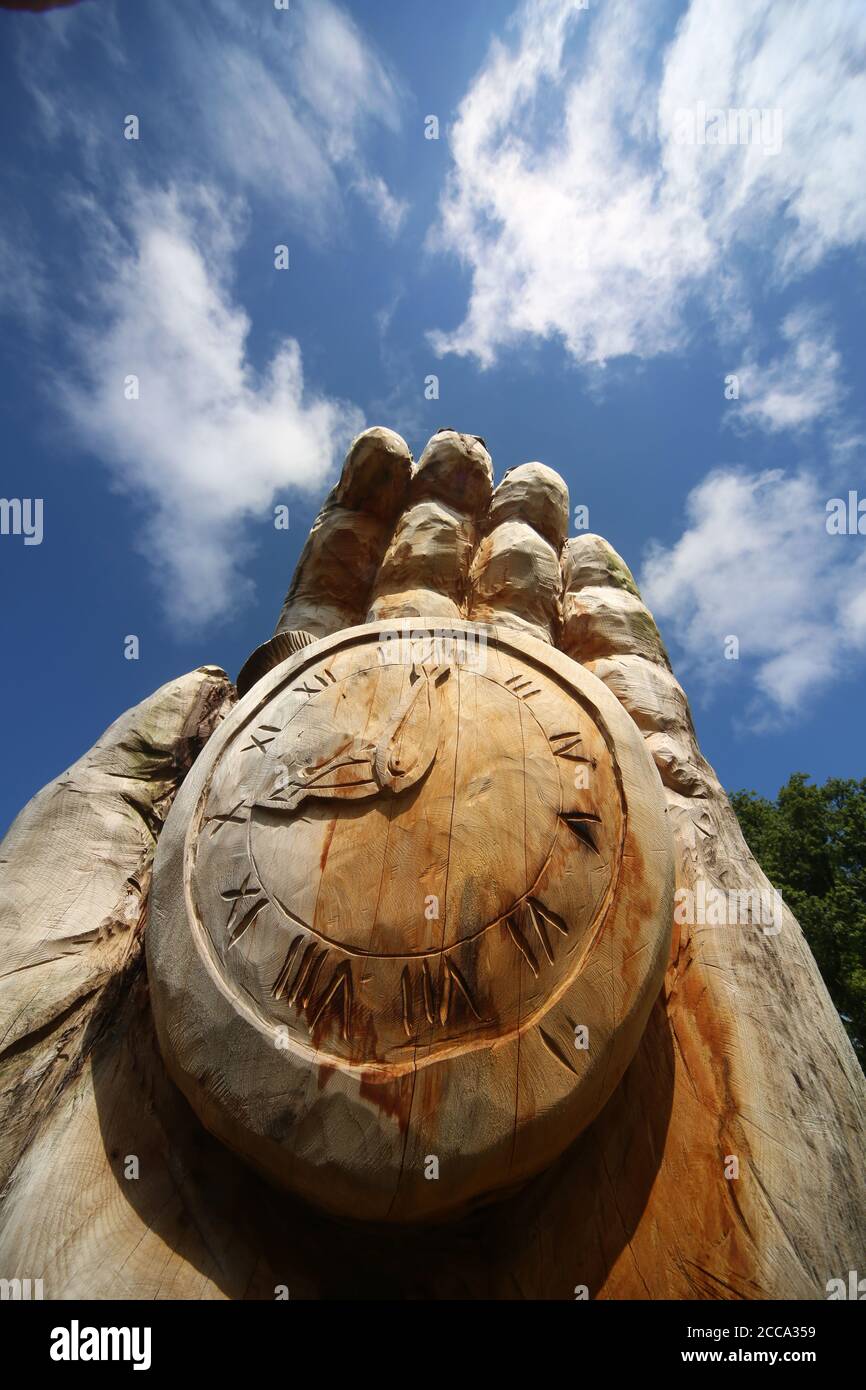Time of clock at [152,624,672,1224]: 8:44
